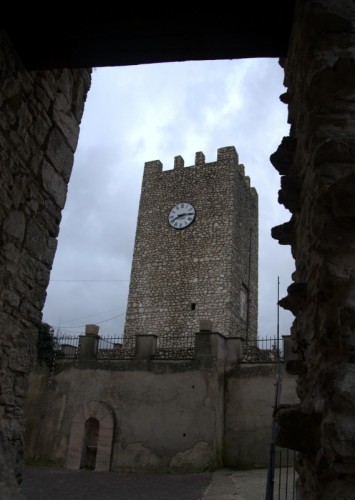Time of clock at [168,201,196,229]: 8:14
